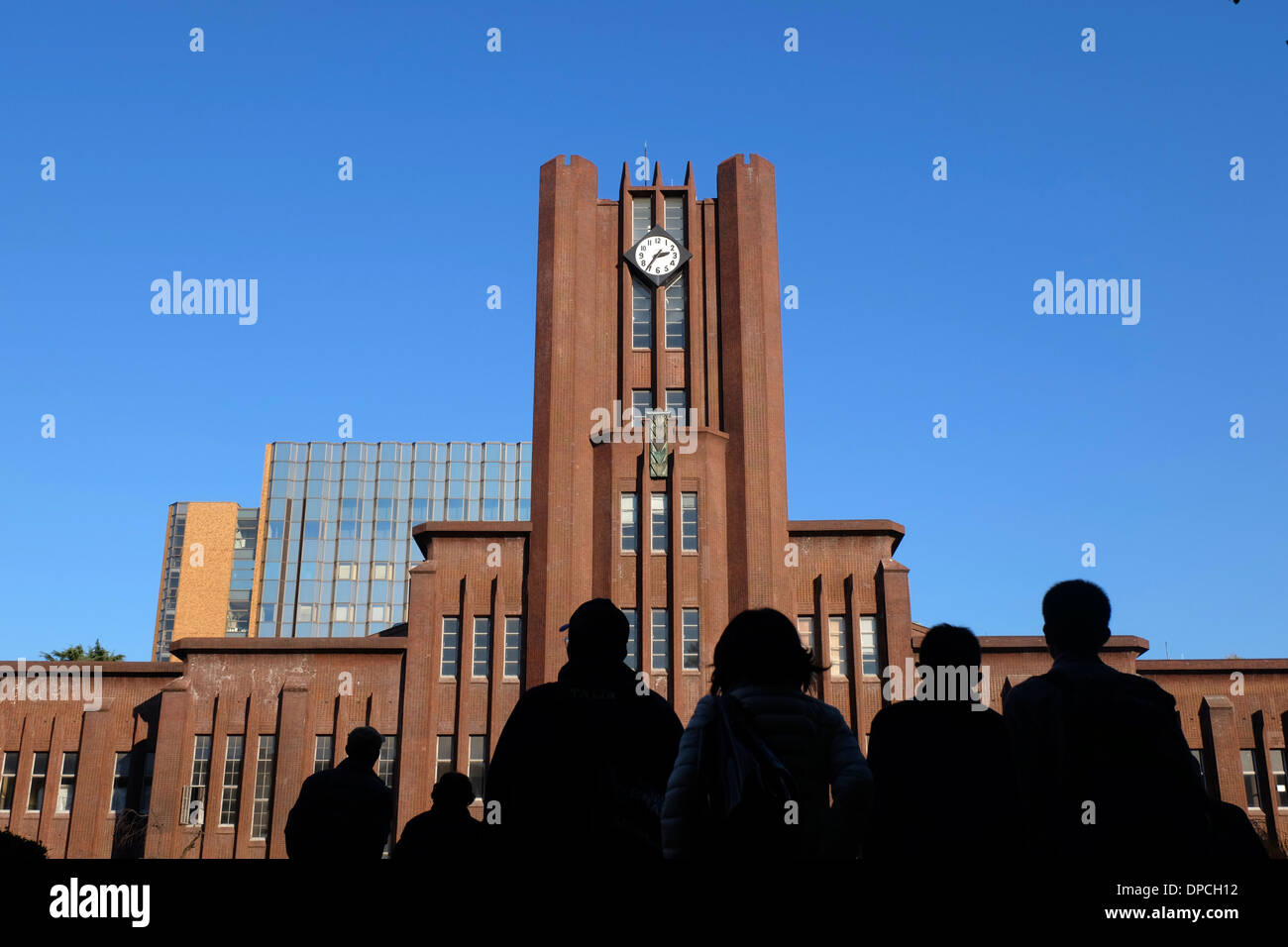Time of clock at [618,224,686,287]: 2:36
